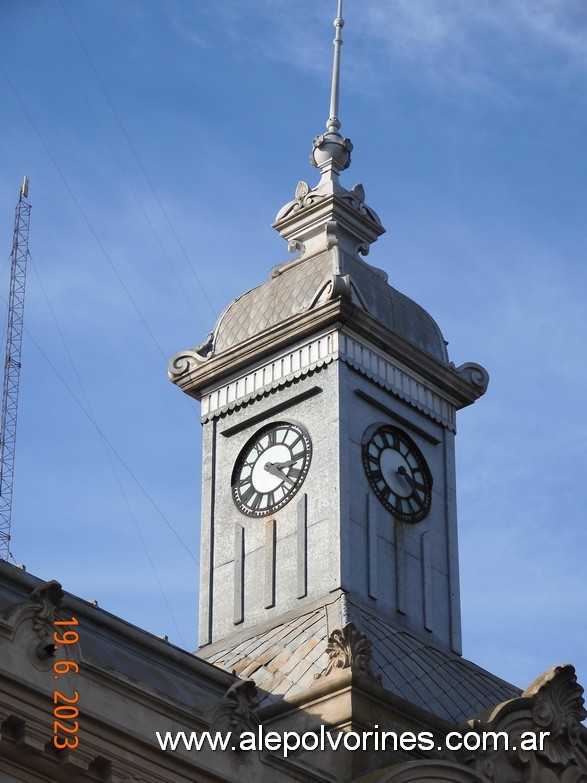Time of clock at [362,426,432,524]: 3:22
